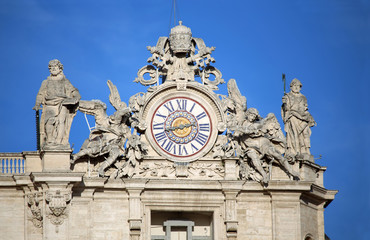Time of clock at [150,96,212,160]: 2:42
